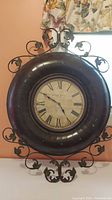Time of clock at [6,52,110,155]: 4:50
